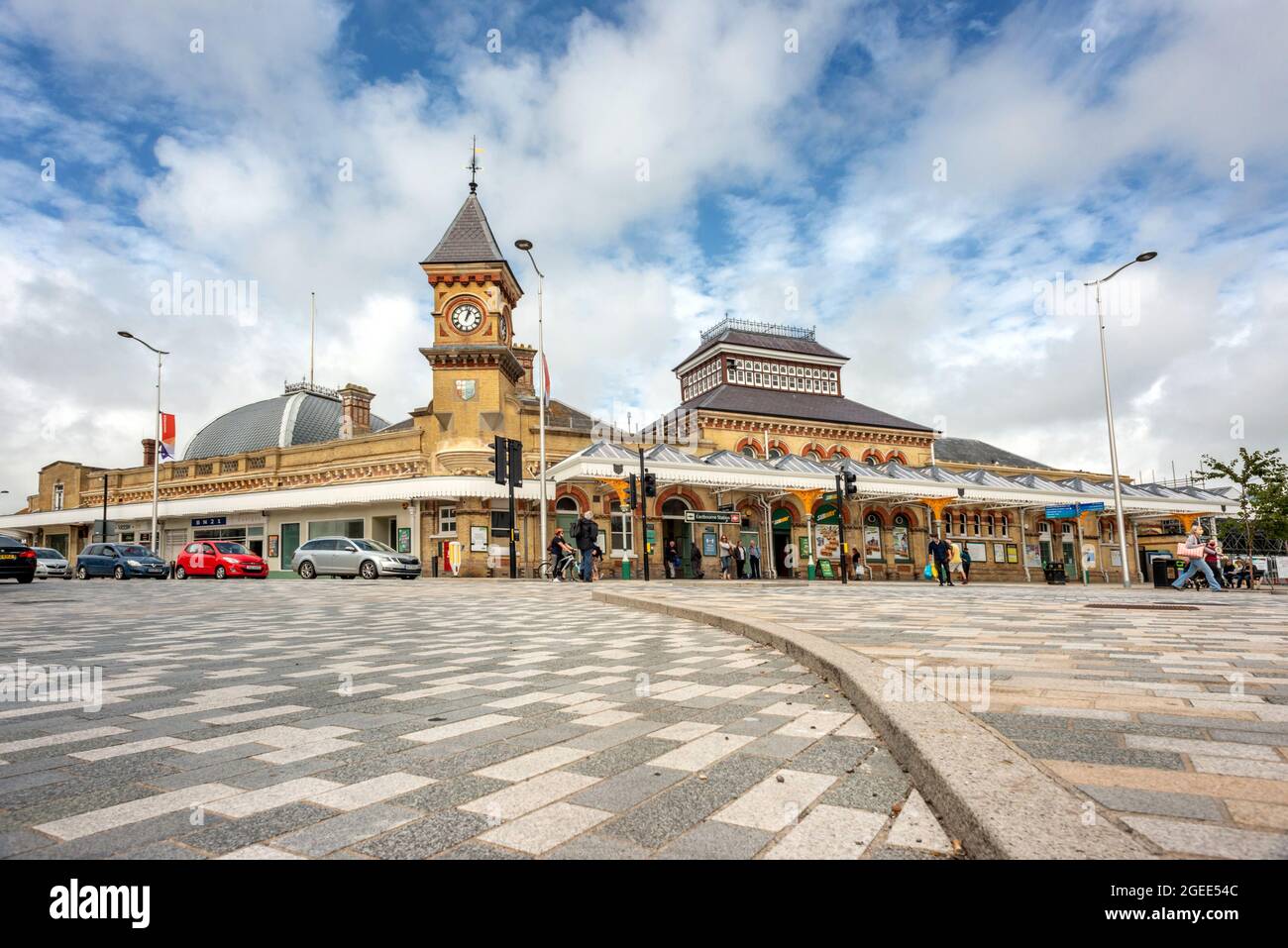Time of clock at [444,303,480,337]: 1:02
